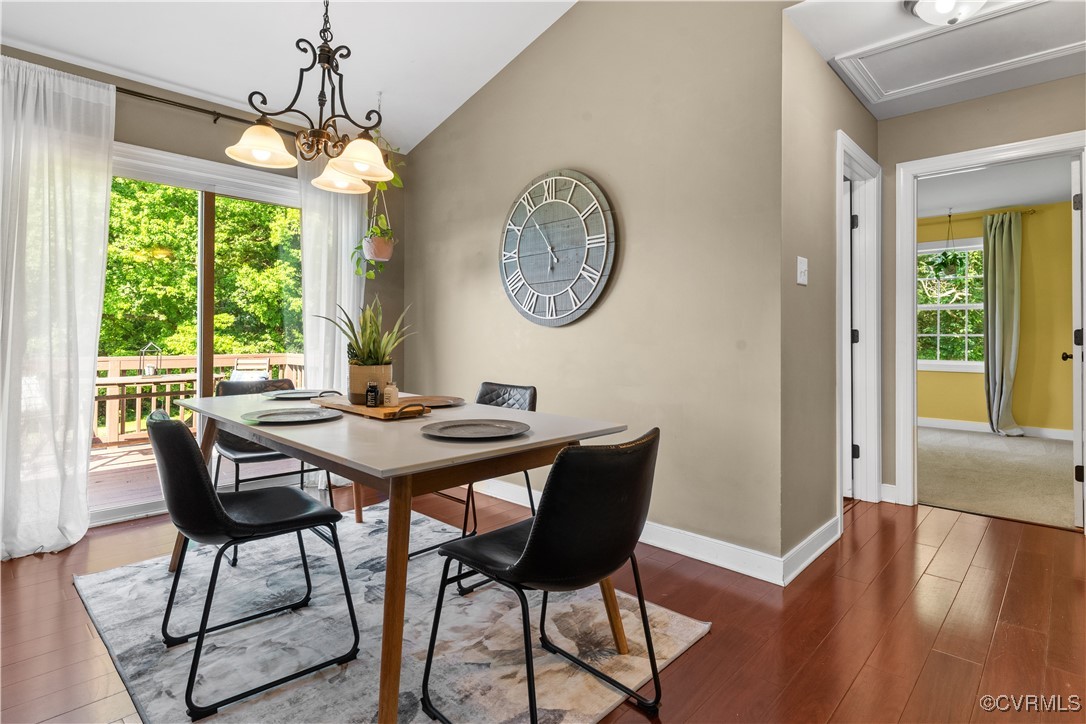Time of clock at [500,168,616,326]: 5:54
